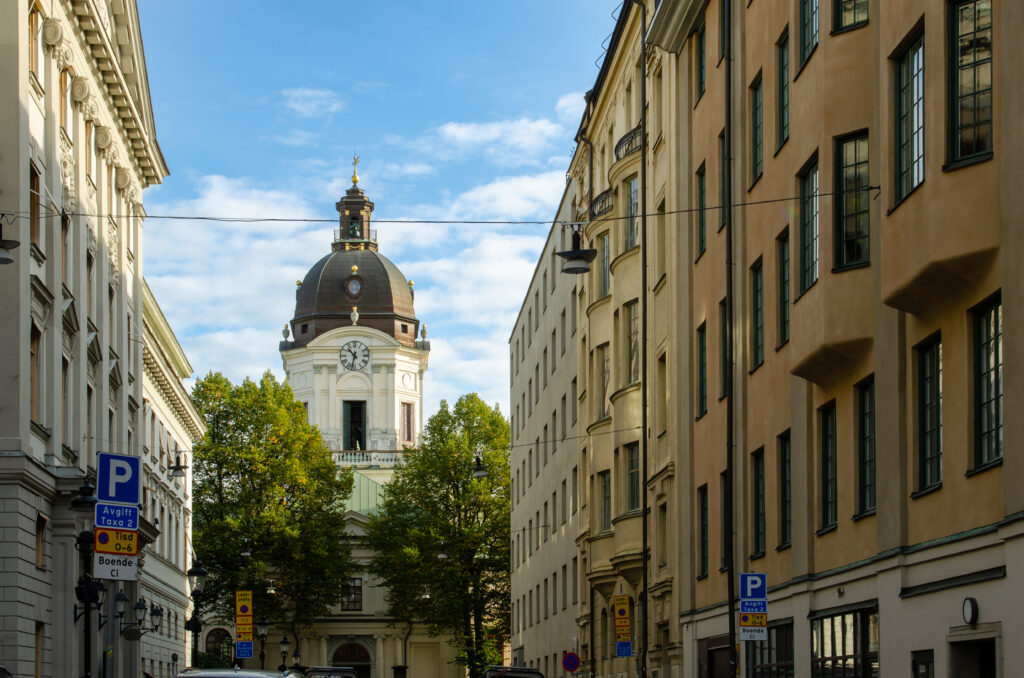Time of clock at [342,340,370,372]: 10:32
